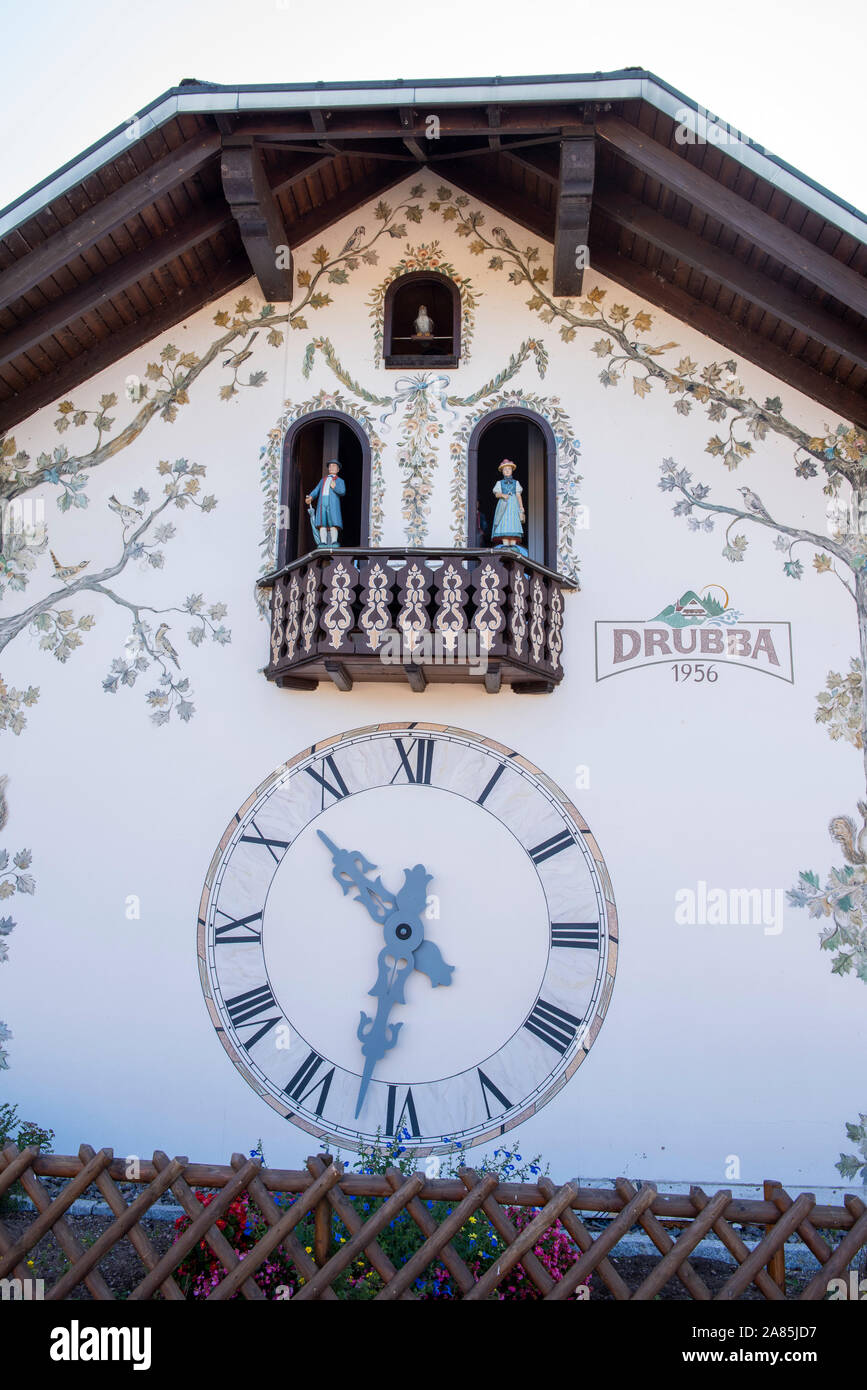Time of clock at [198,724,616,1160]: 10:32
